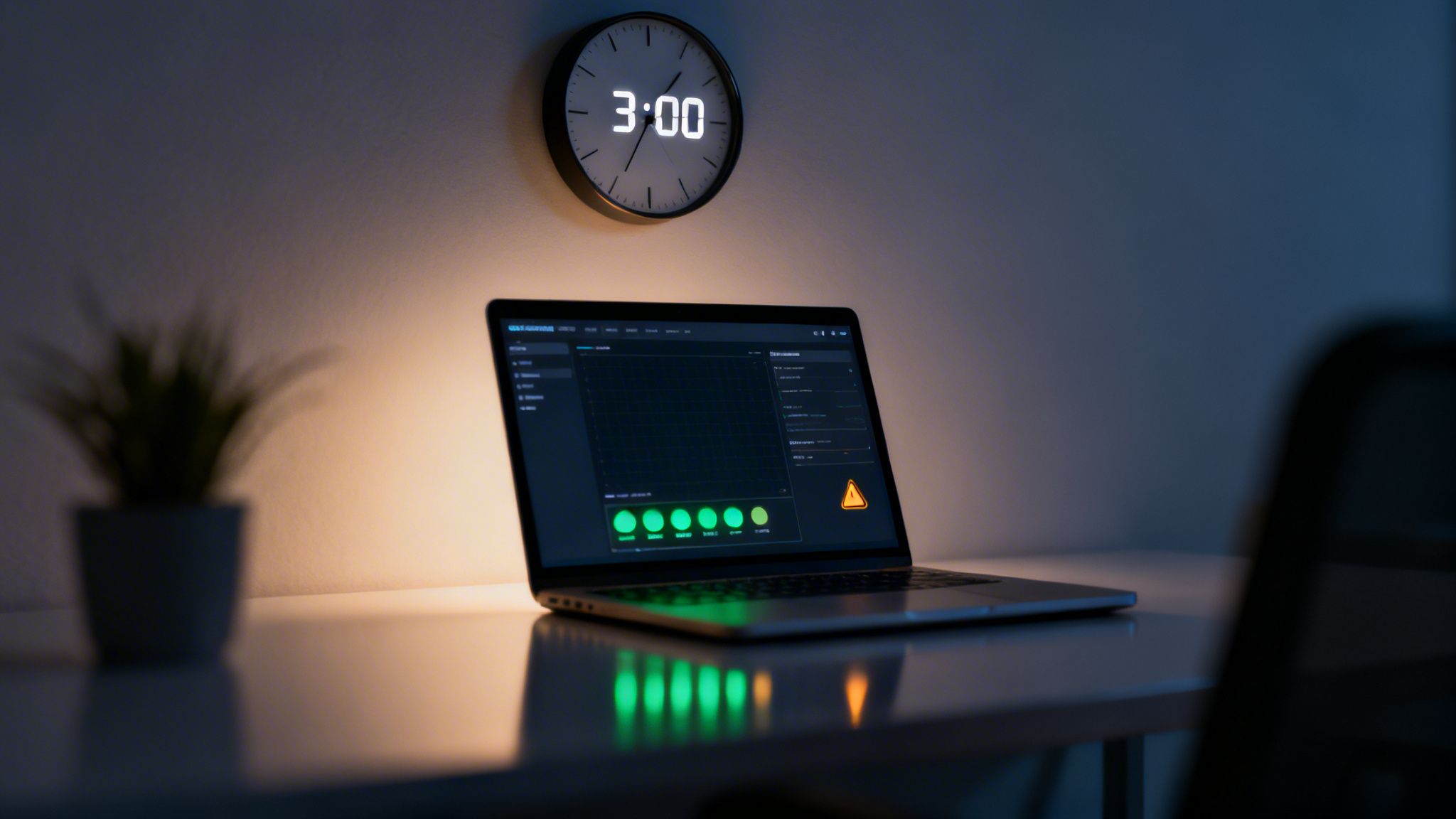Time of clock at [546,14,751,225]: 3:34
